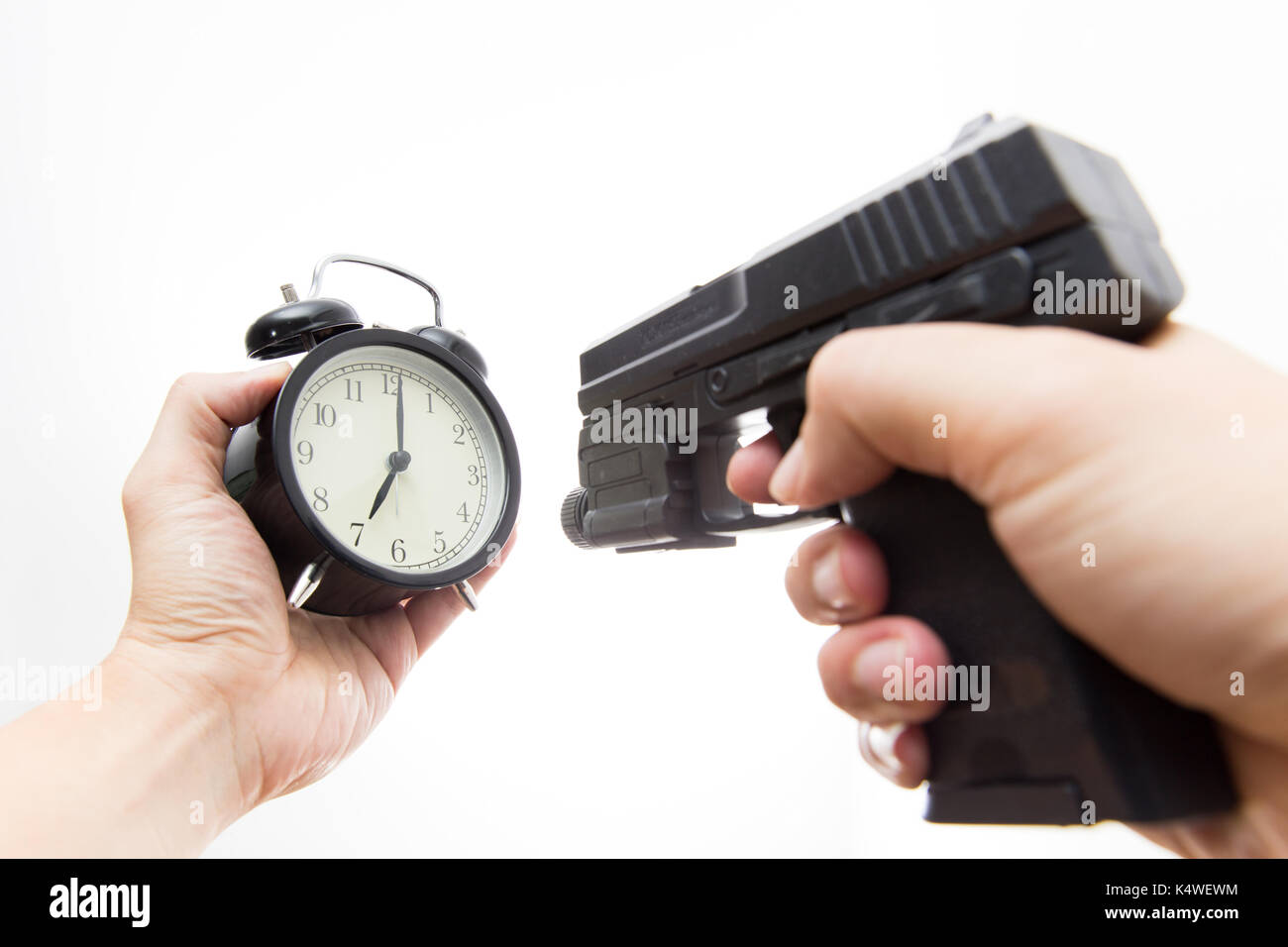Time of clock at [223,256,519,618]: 7:01
